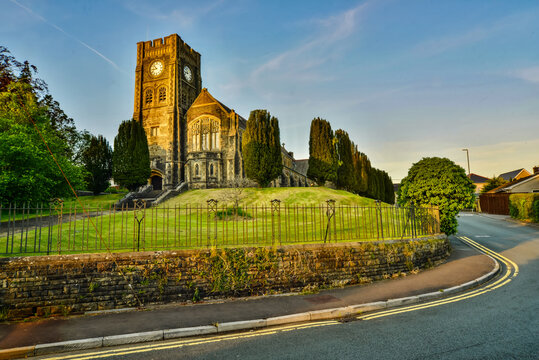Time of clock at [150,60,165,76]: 8:52
